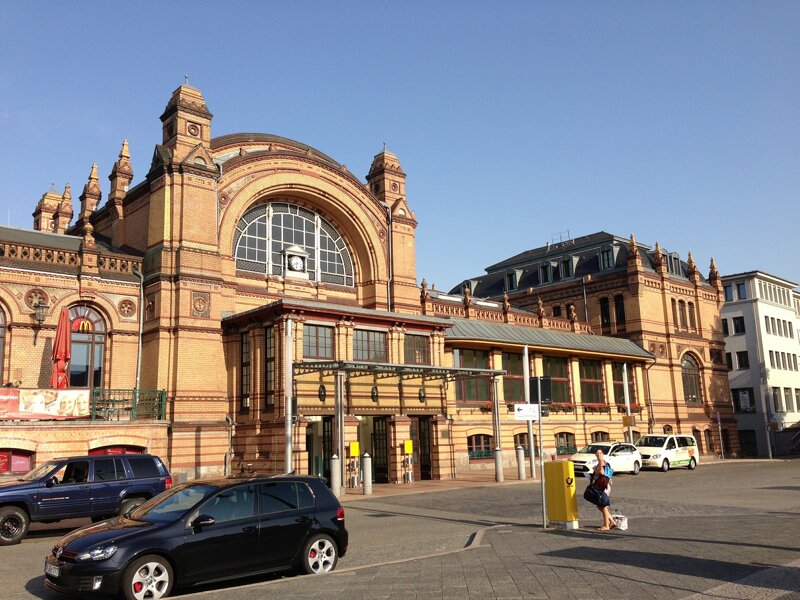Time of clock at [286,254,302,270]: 8:32
